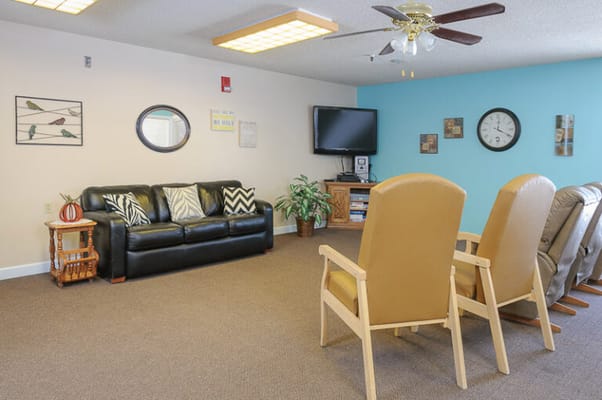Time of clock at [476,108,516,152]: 12:19
